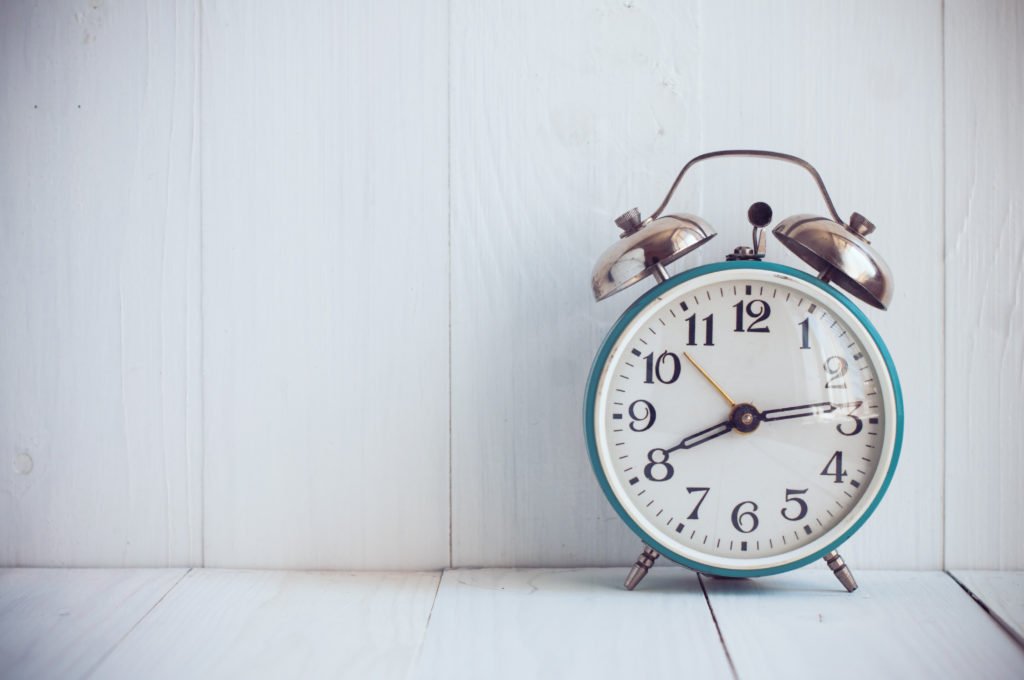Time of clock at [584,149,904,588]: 8:13
